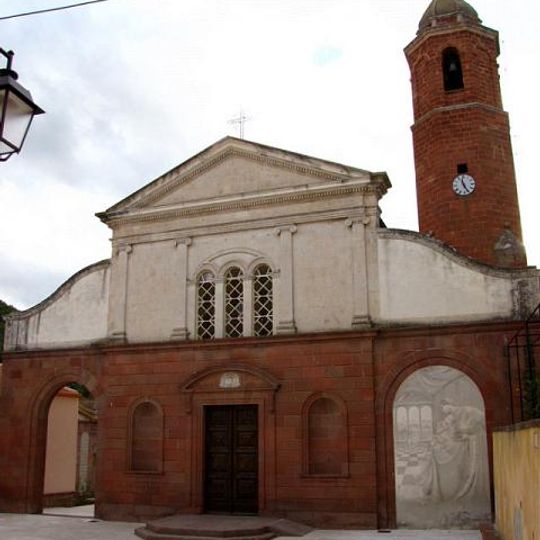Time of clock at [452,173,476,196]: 11:25
